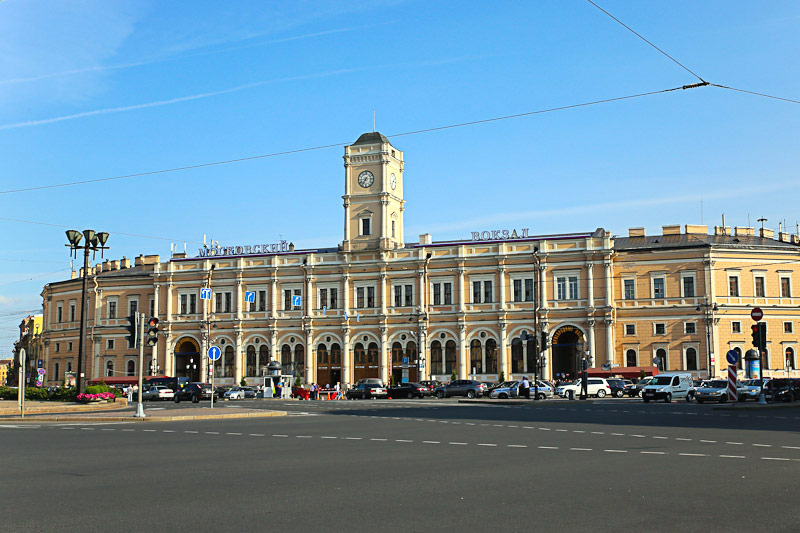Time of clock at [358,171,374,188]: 7:14
